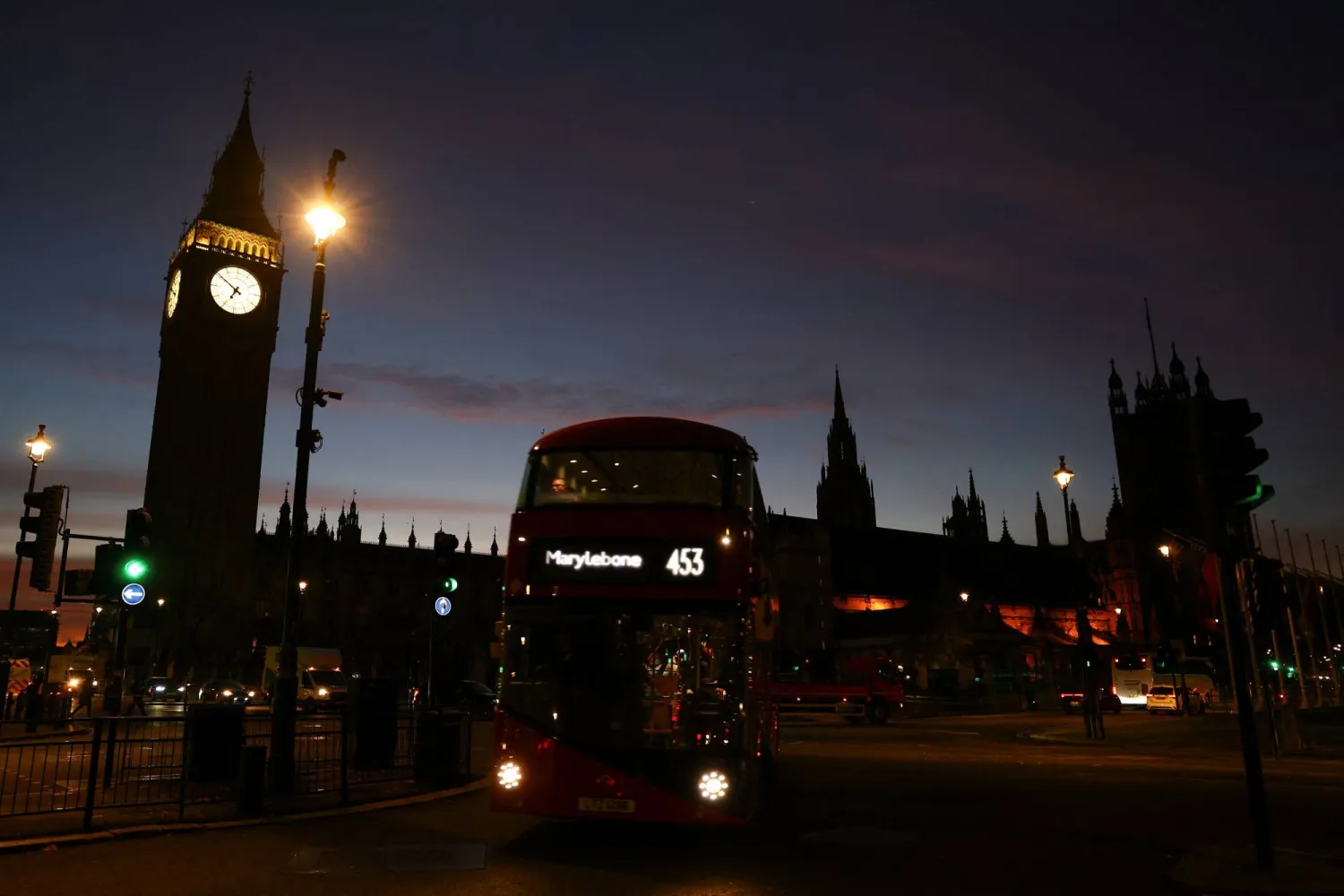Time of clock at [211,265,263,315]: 6:50
